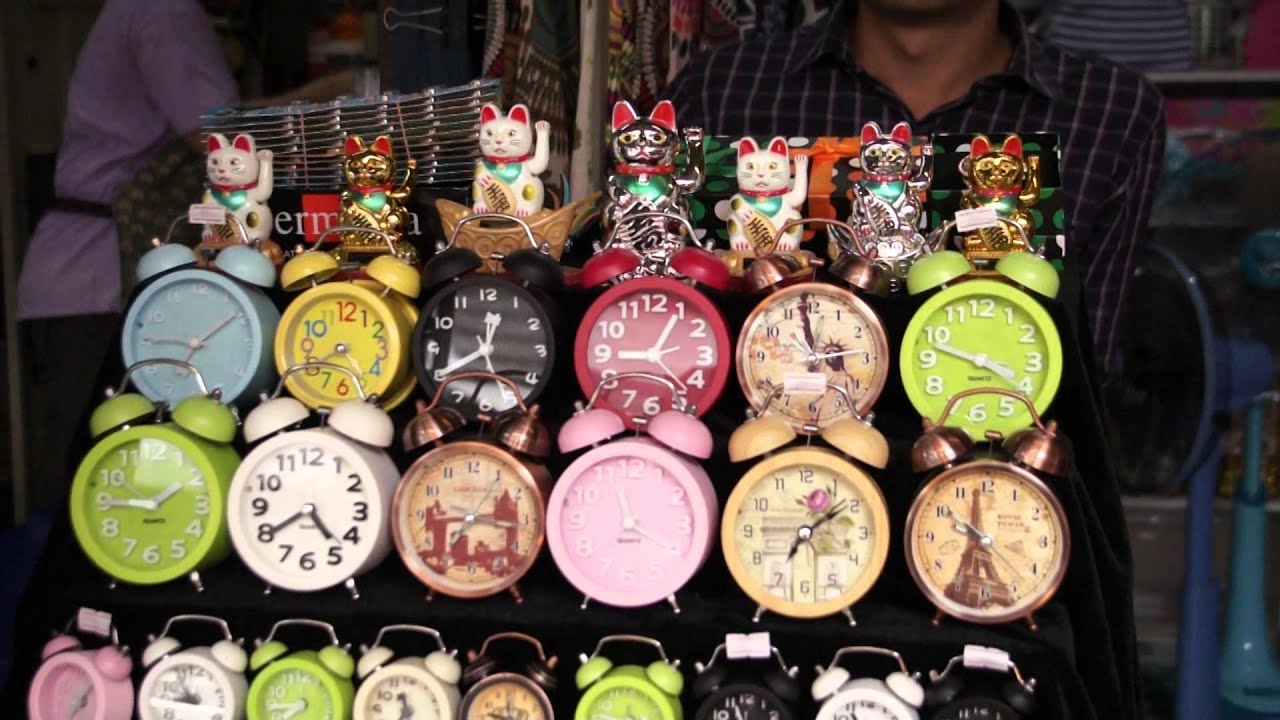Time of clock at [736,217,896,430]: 2:58
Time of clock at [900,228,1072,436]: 3:47
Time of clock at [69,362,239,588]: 1:45
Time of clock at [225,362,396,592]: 4:40
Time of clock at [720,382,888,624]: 7:09
